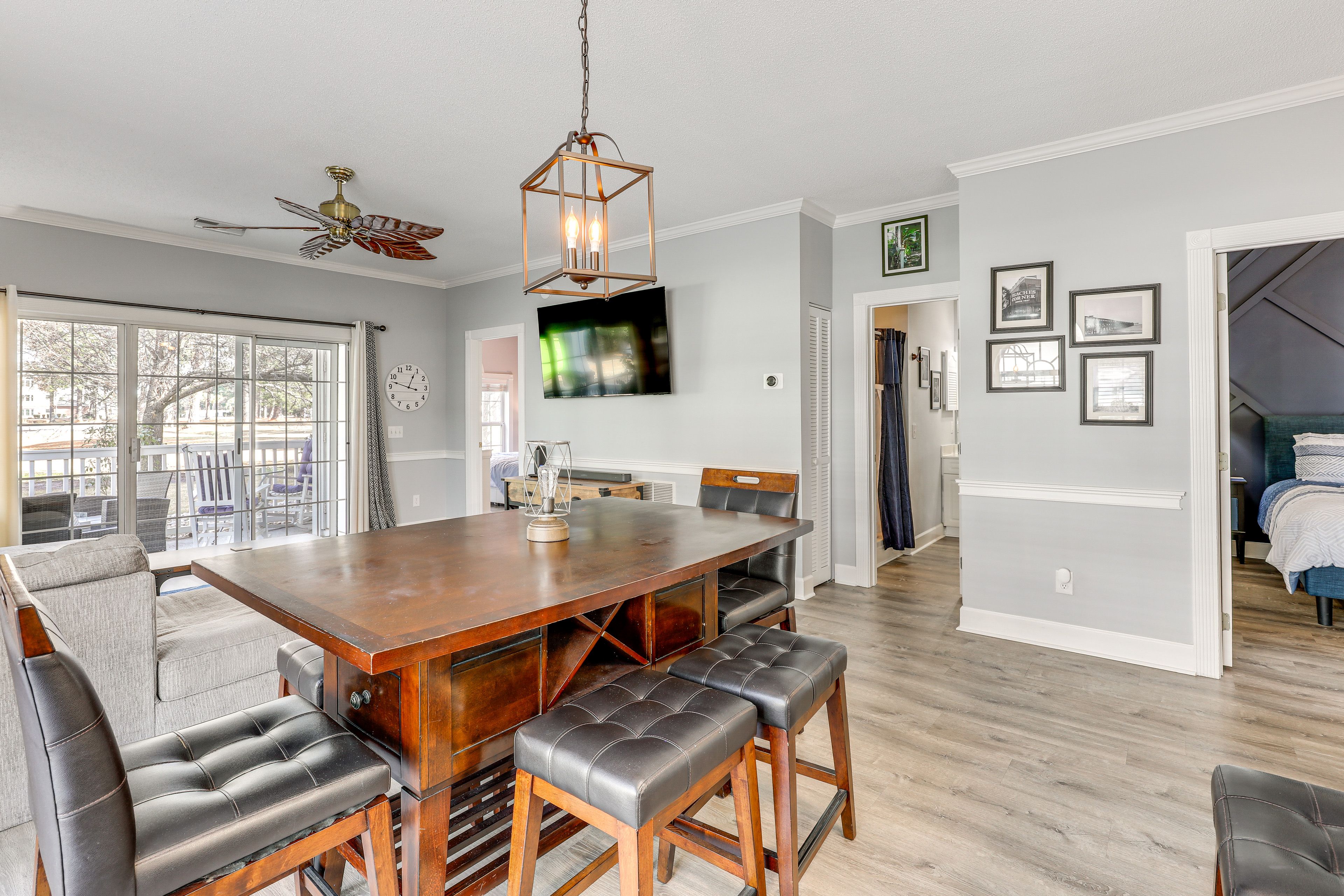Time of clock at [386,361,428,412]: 12:47
